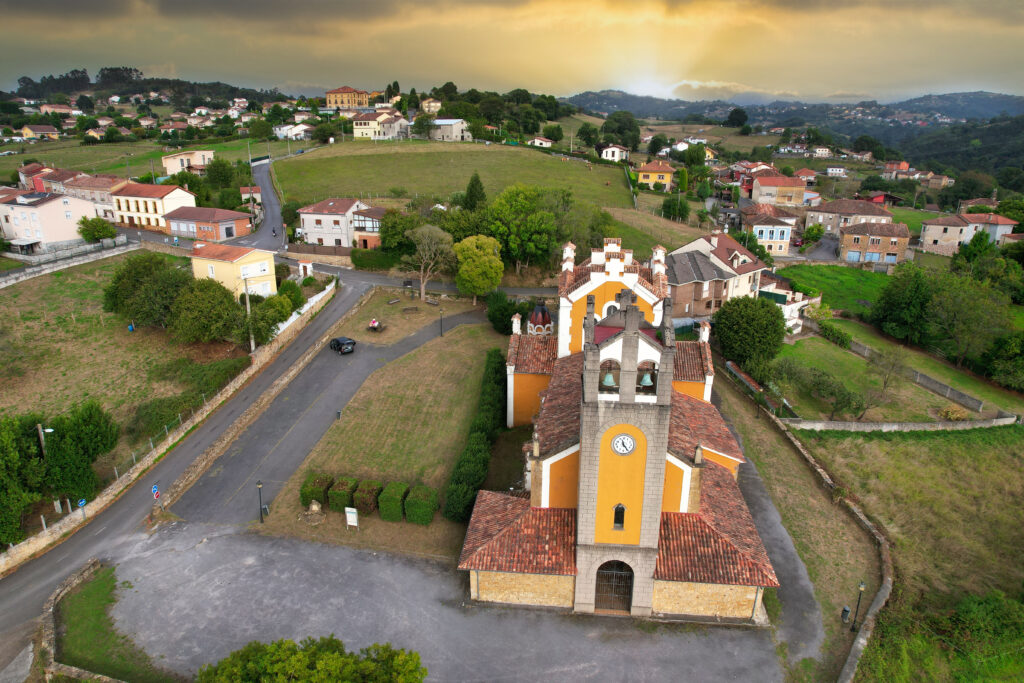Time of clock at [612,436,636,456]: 11:24
